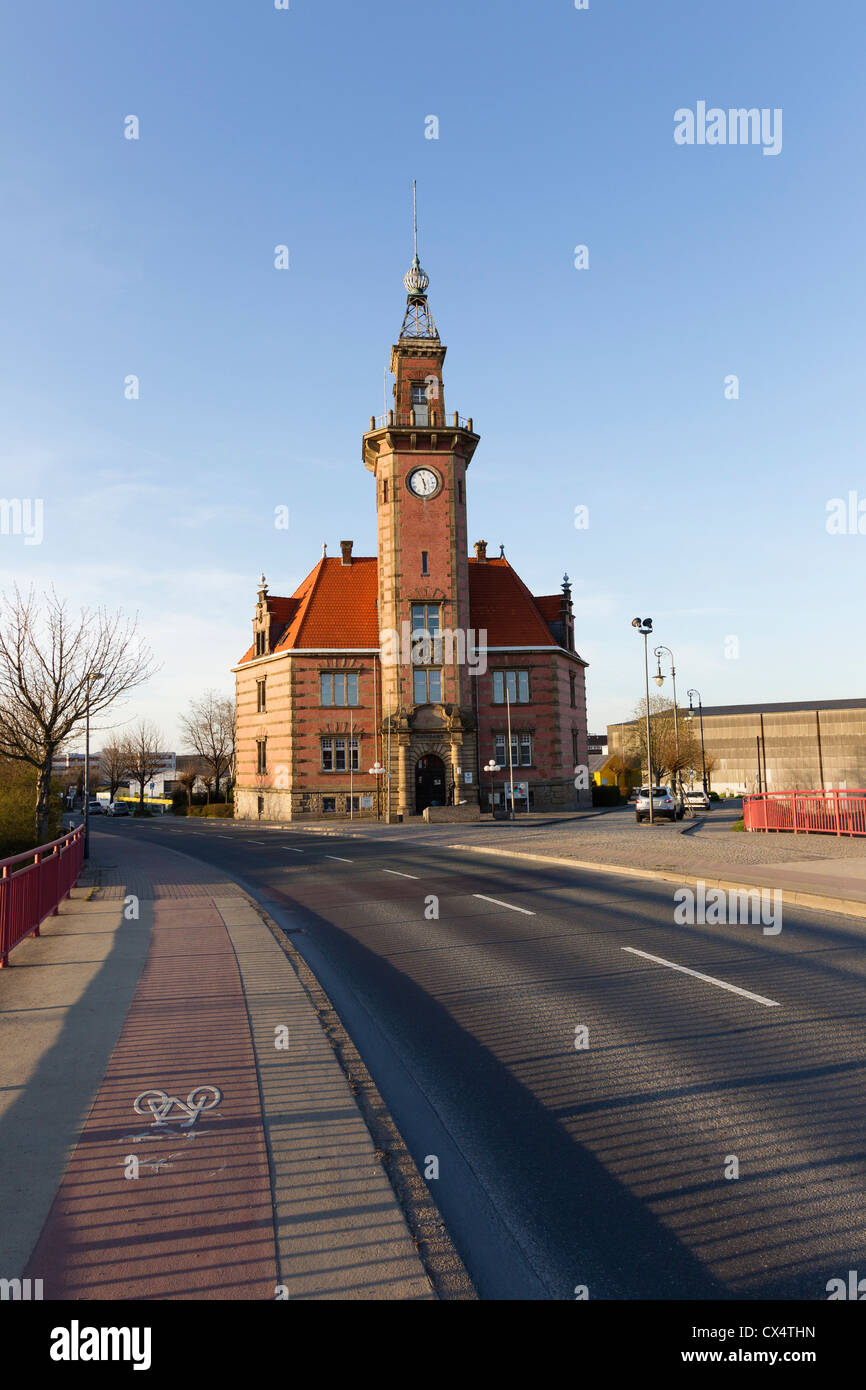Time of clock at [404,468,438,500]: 5:28
